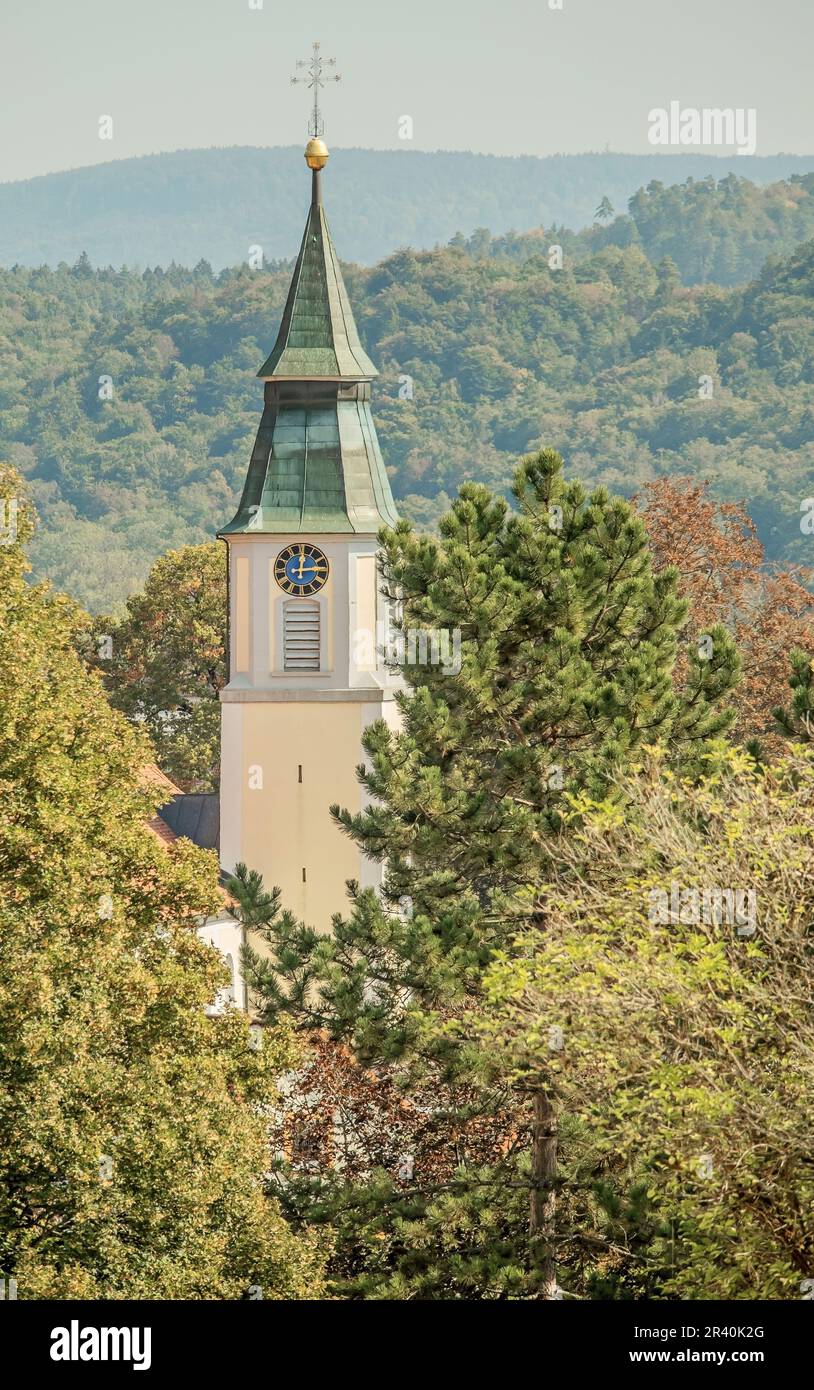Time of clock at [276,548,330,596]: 12:14
